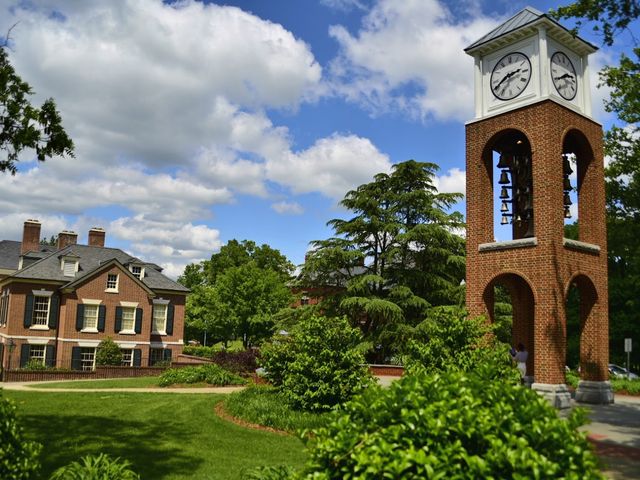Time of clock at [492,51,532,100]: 2:40
